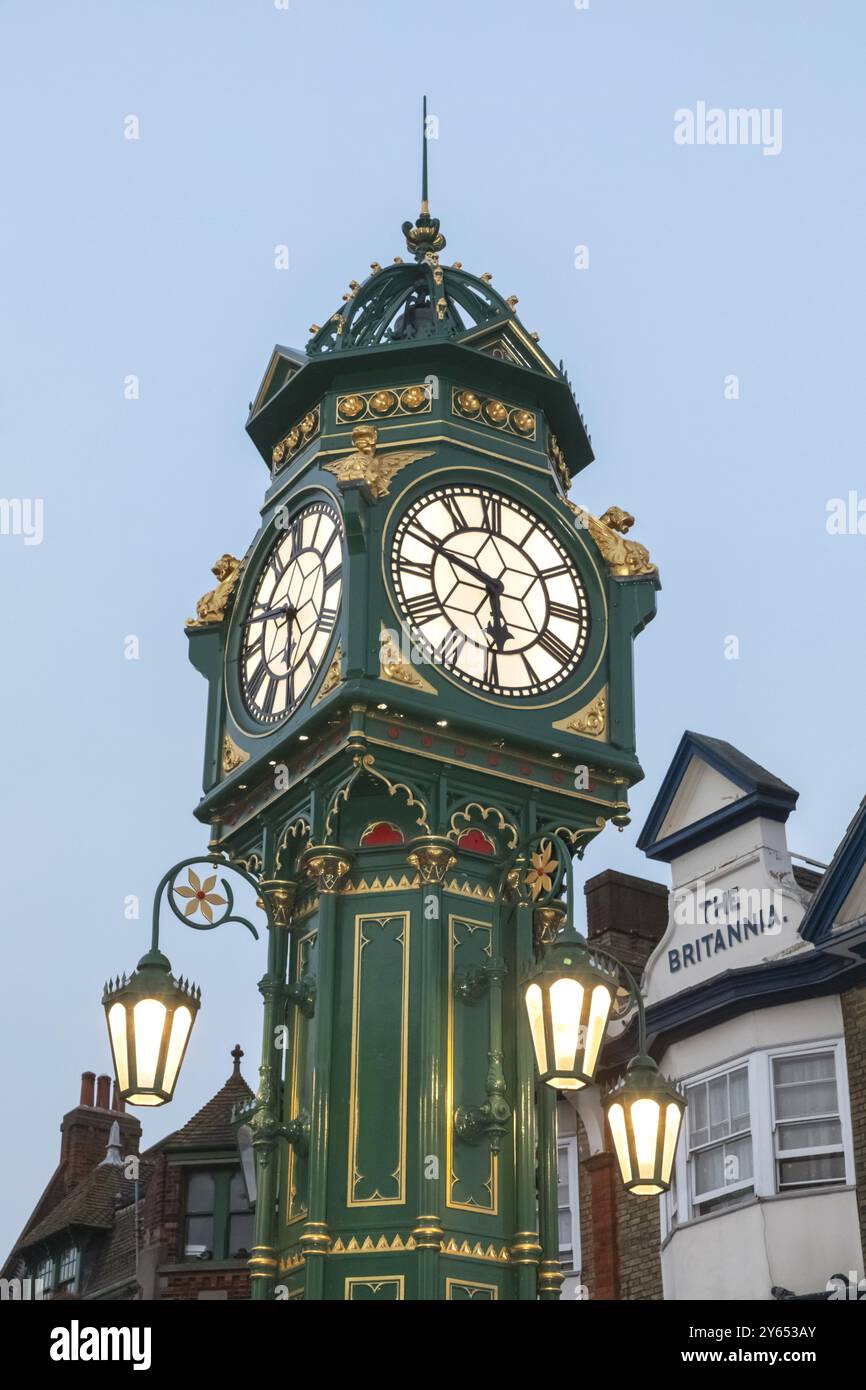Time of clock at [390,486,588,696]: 5:48
